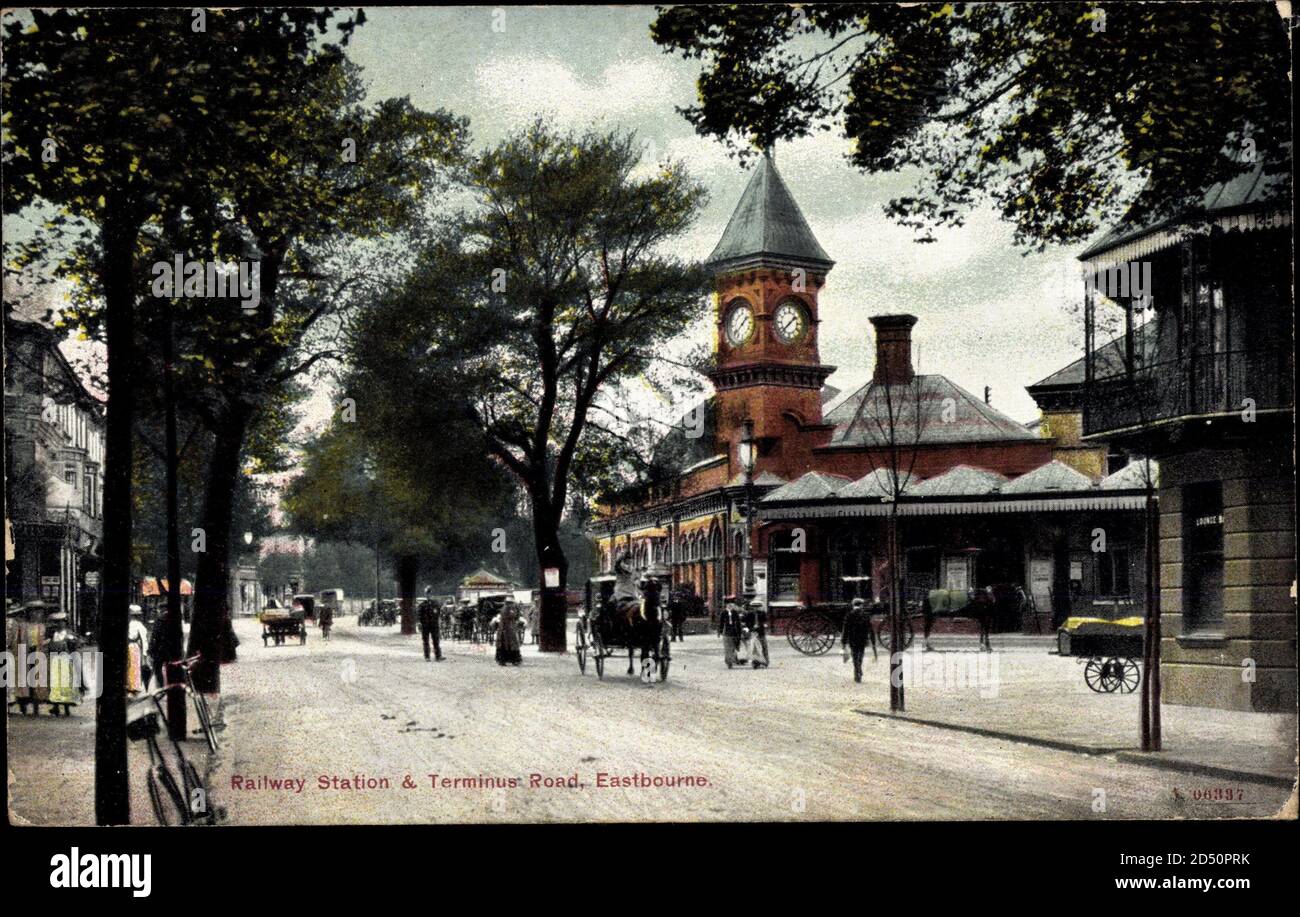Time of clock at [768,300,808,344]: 1:37
